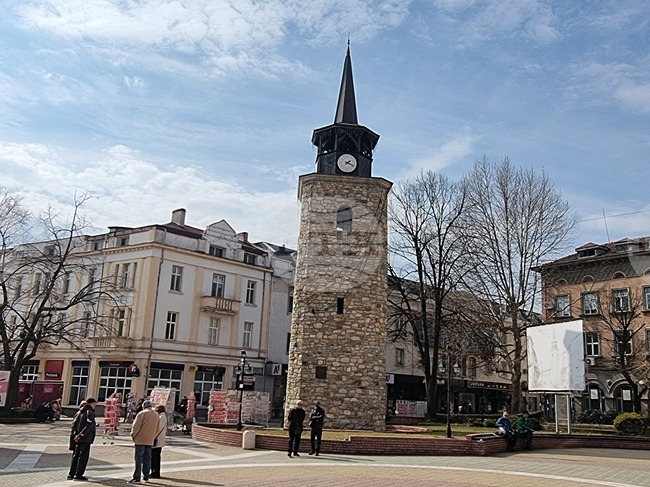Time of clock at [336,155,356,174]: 1:18
